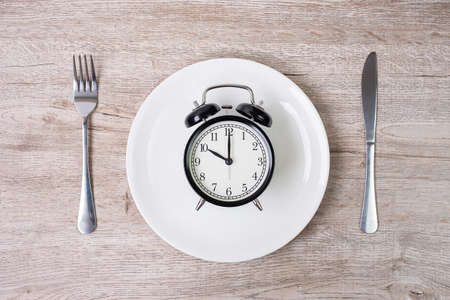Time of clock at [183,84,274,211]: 10:00
